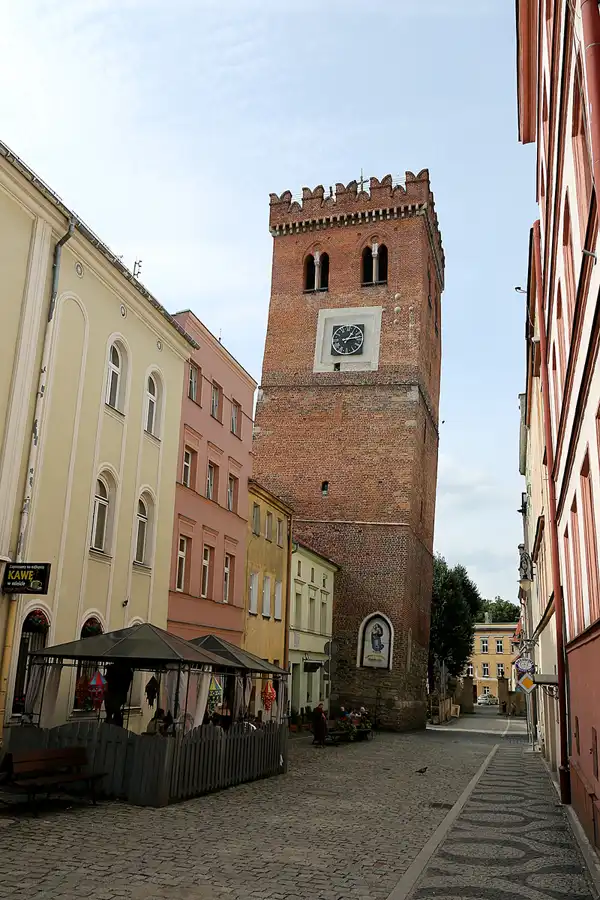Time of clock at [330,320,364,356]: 1:13
